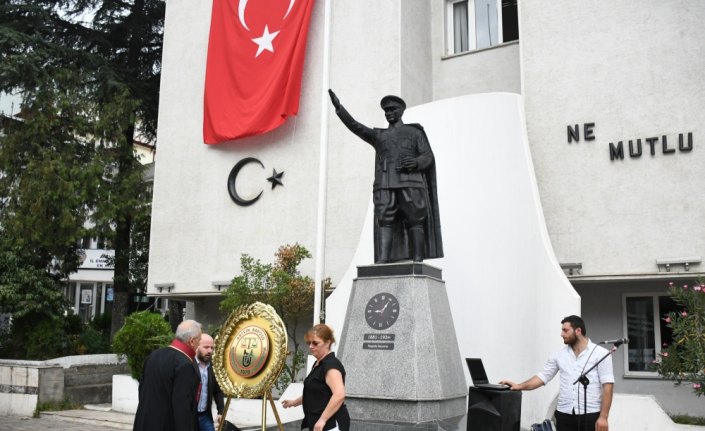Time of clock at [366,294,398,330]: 9:05
